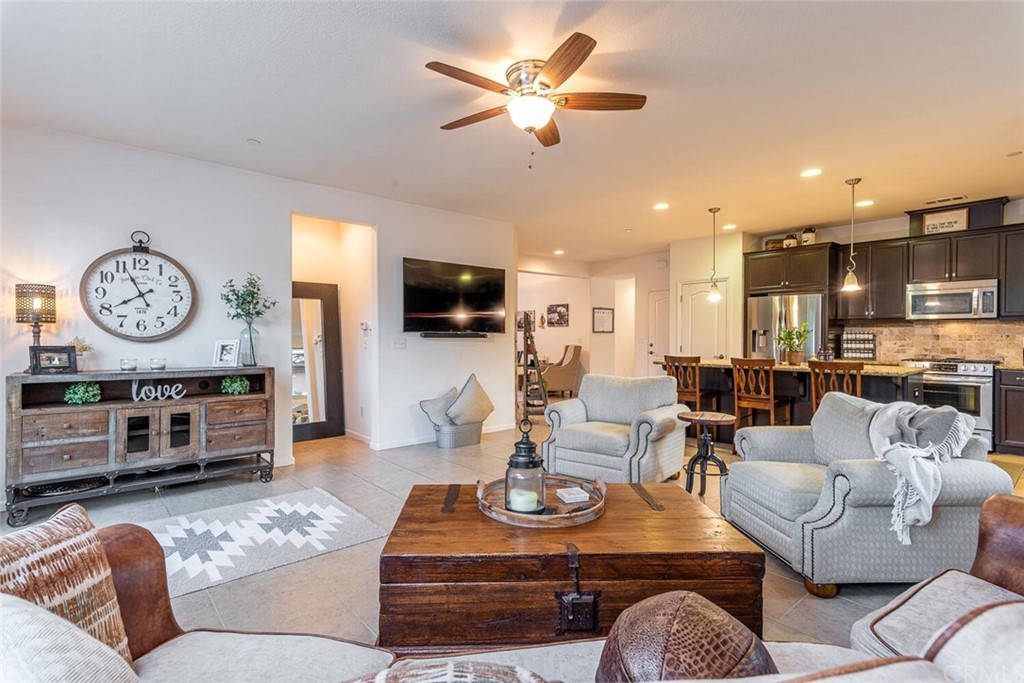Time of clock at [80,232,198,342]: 7:55
